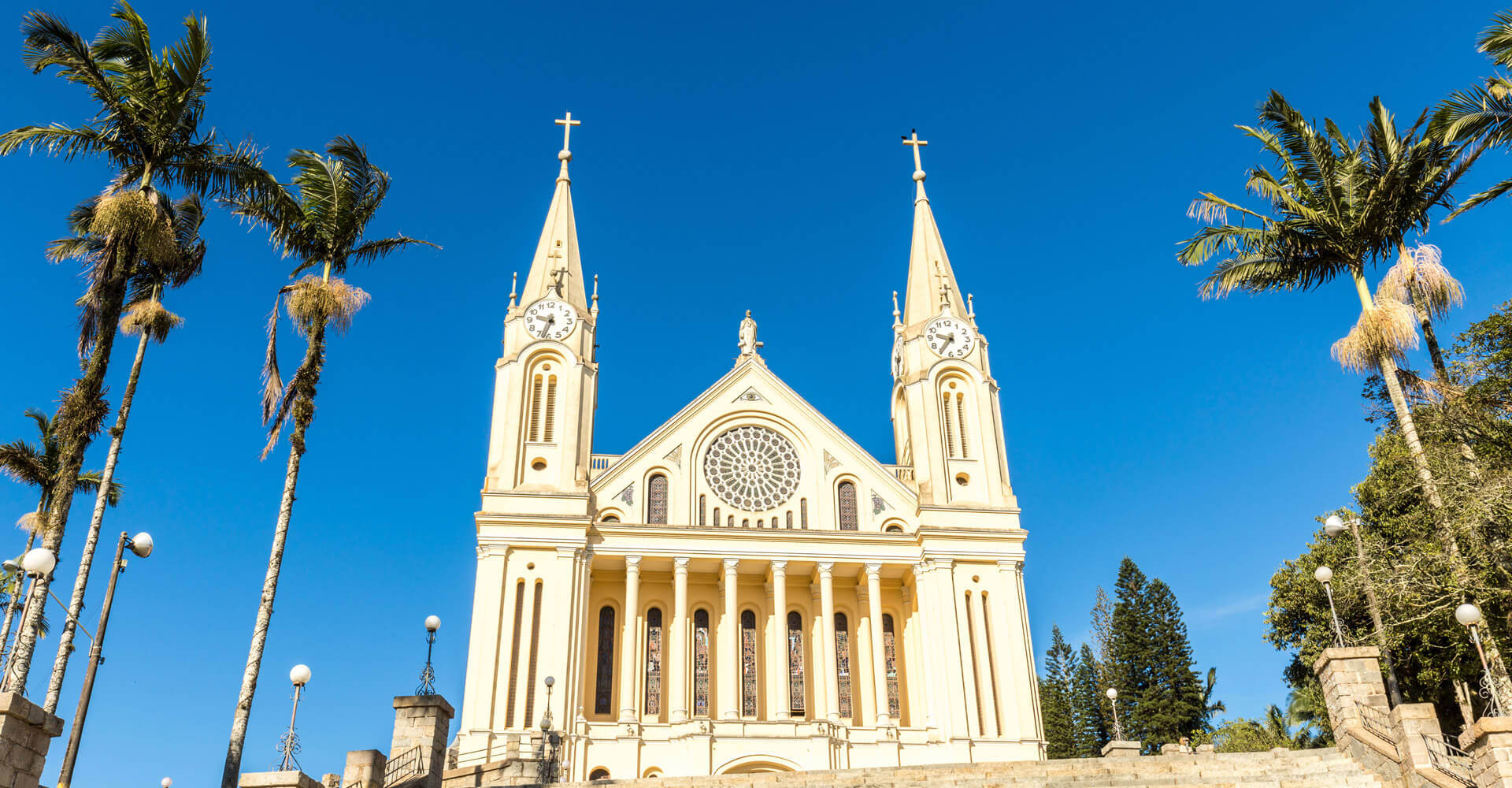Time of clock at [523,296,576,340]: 9:33
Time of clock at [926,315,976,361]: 9:35
